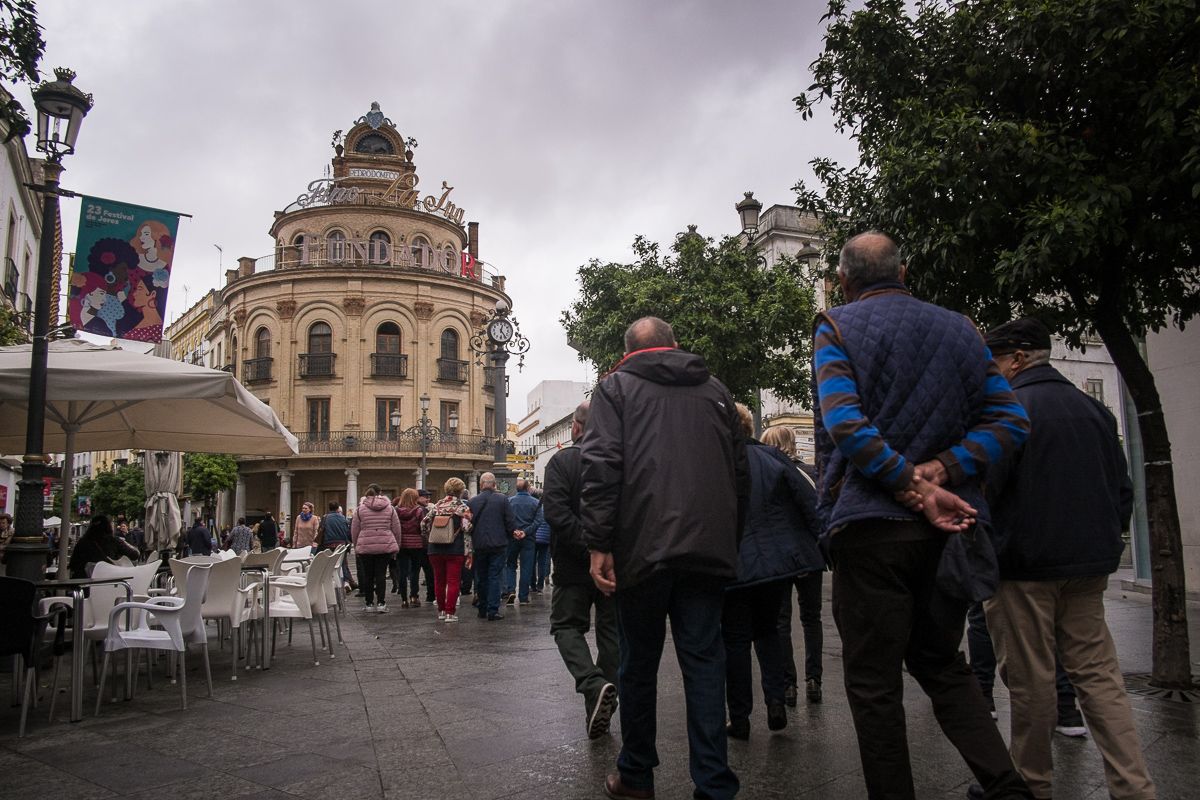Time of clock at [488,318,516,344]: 12:23
